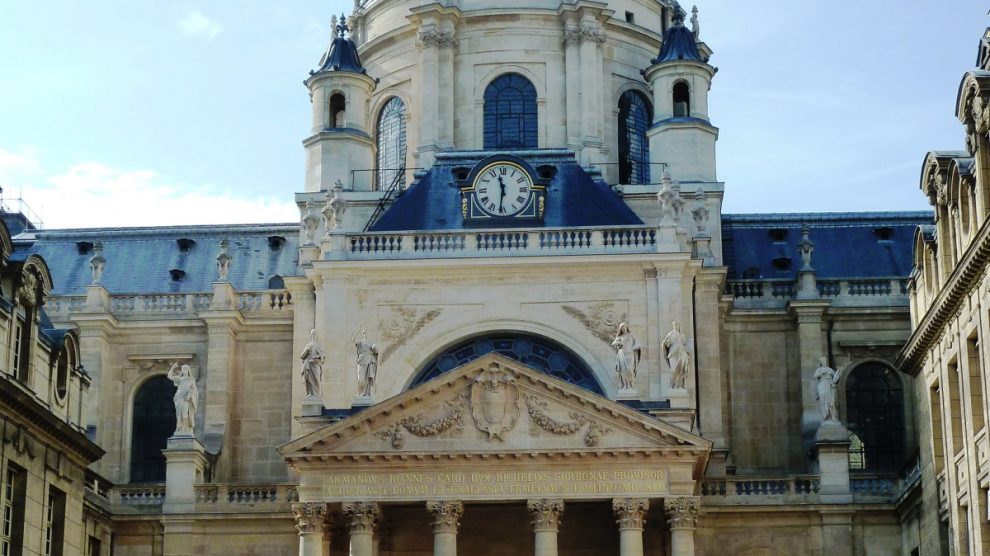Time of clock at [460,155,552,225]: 11:31
